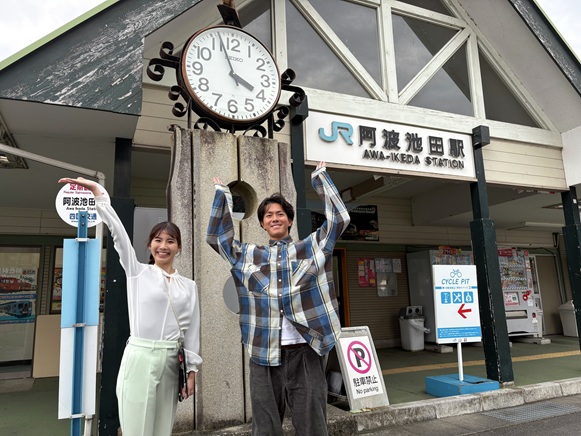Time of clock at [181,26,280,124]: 3:56
